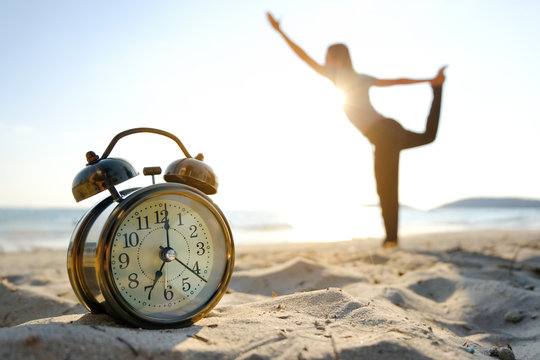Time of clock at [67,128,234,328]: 7:01
